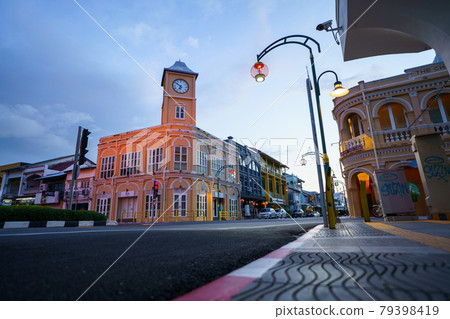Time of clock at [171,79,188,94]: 6:51
